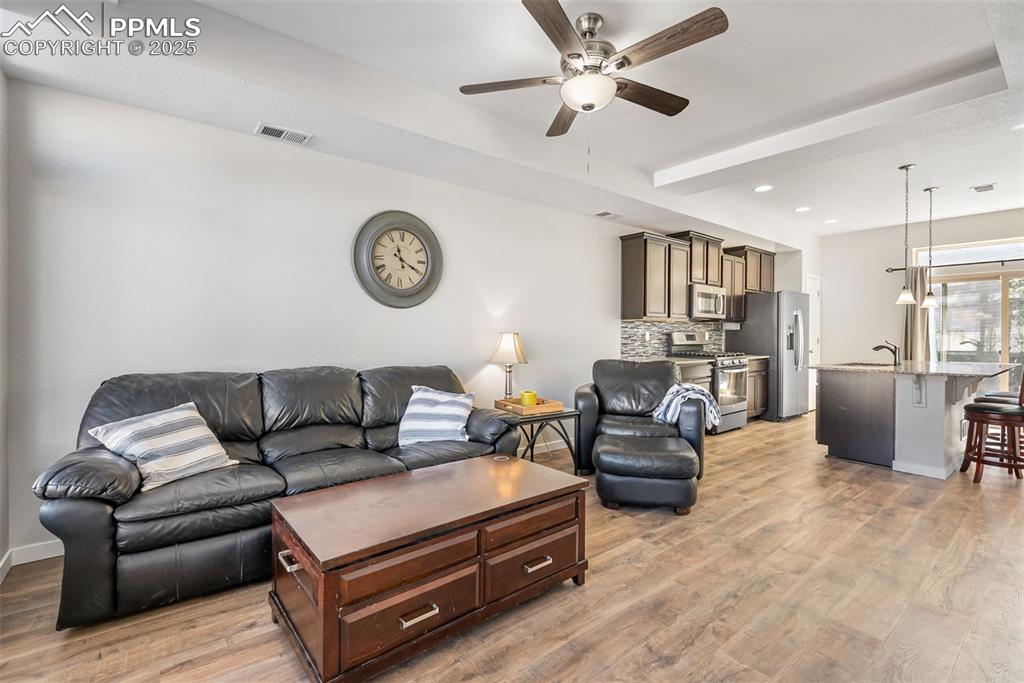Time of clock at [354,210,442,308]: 11:19
